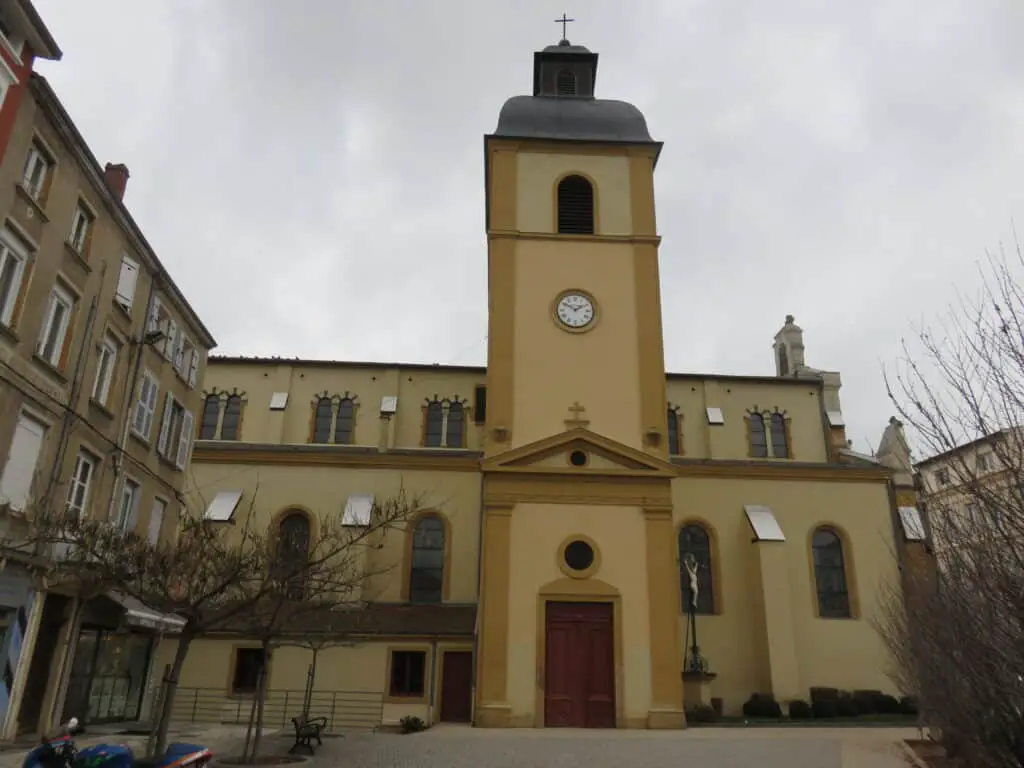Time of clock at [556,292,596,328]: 1:50
